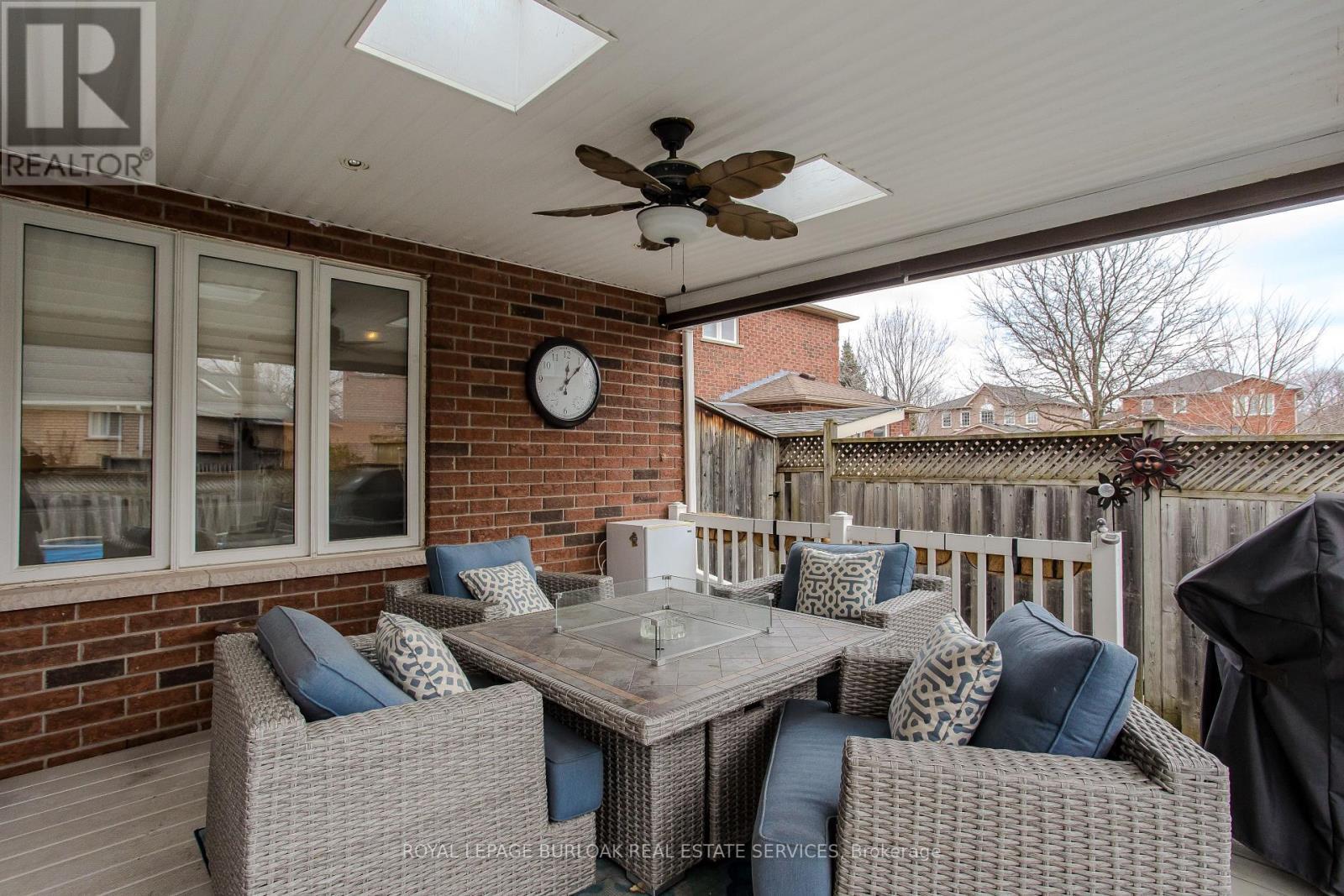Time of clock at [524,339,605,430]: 12:07
